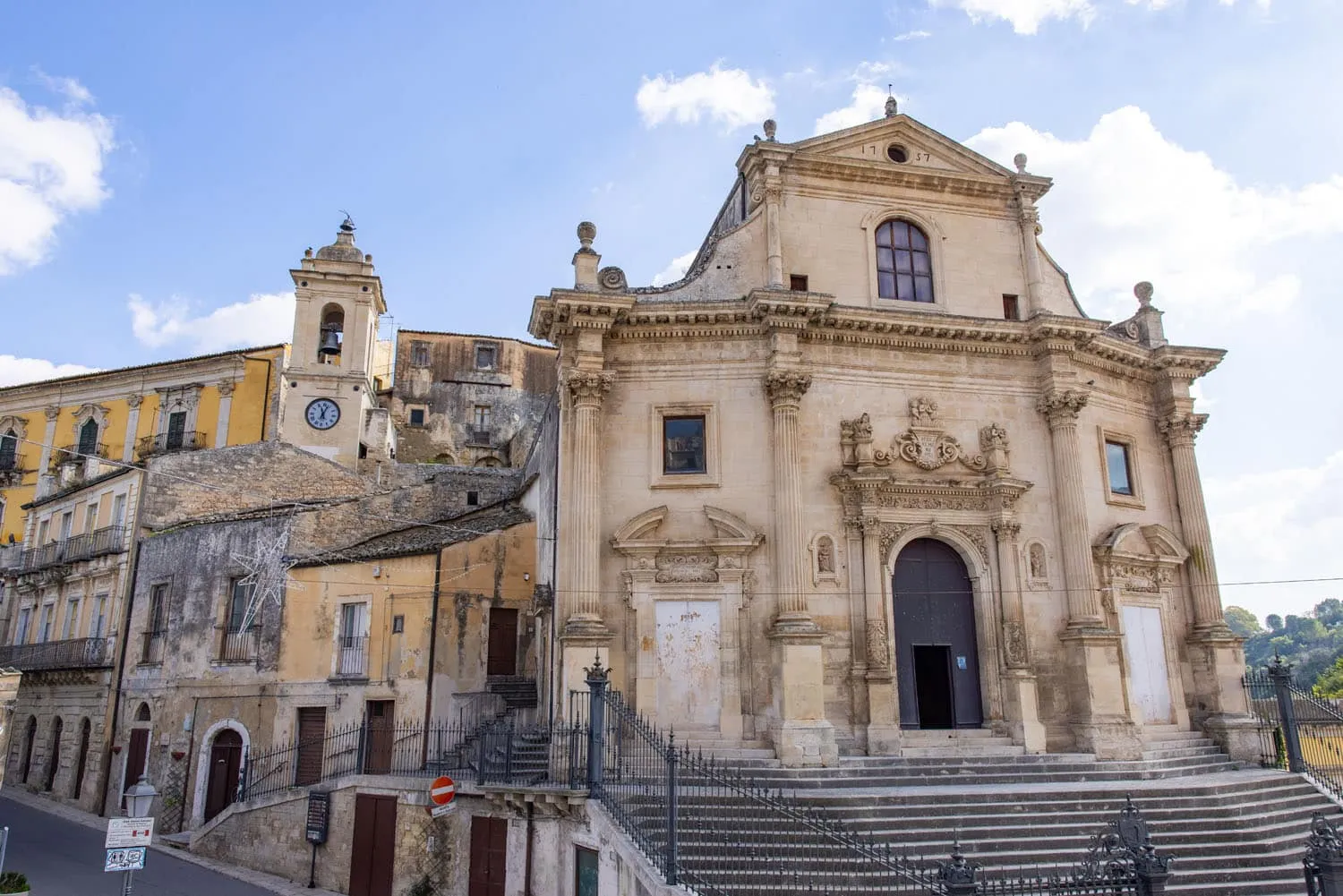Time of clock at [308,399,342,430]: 11:03
